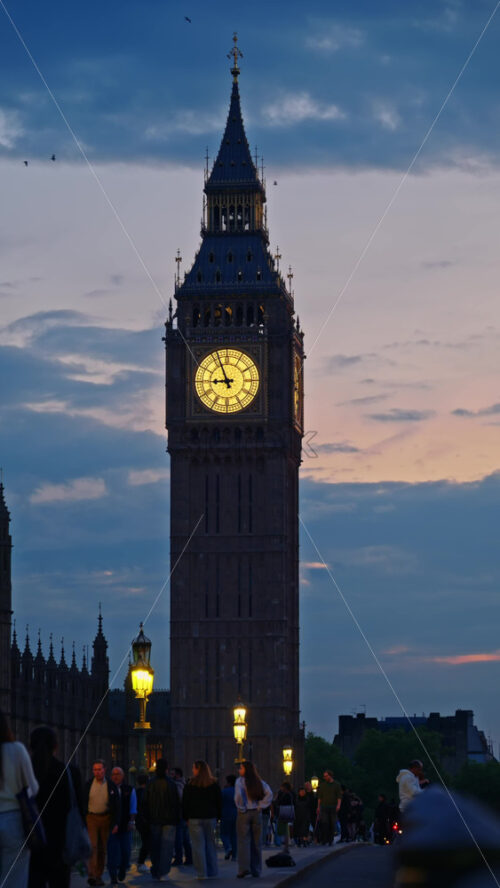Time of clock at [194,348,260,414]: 8:56
